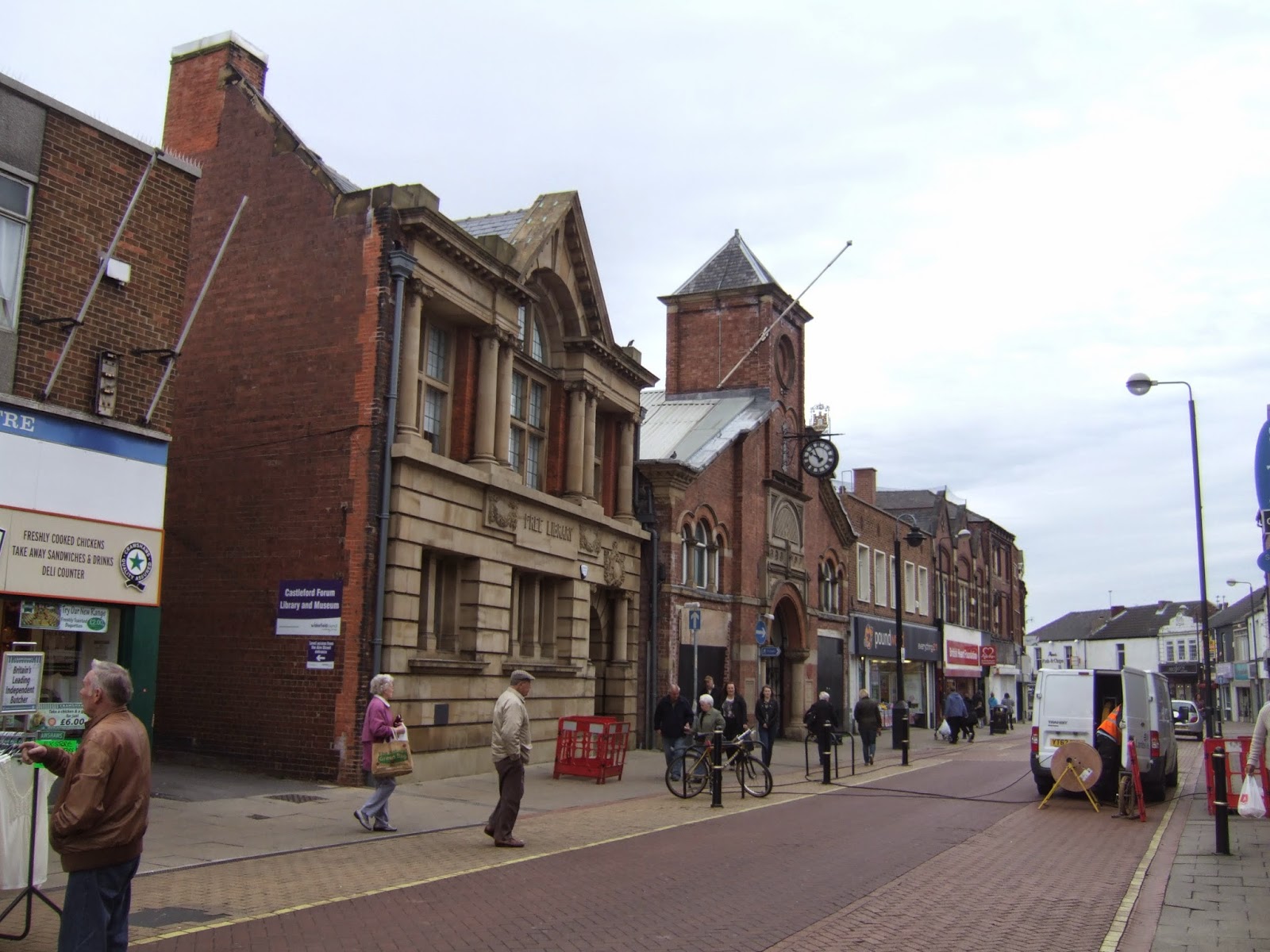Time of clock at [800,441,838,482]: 9:55
